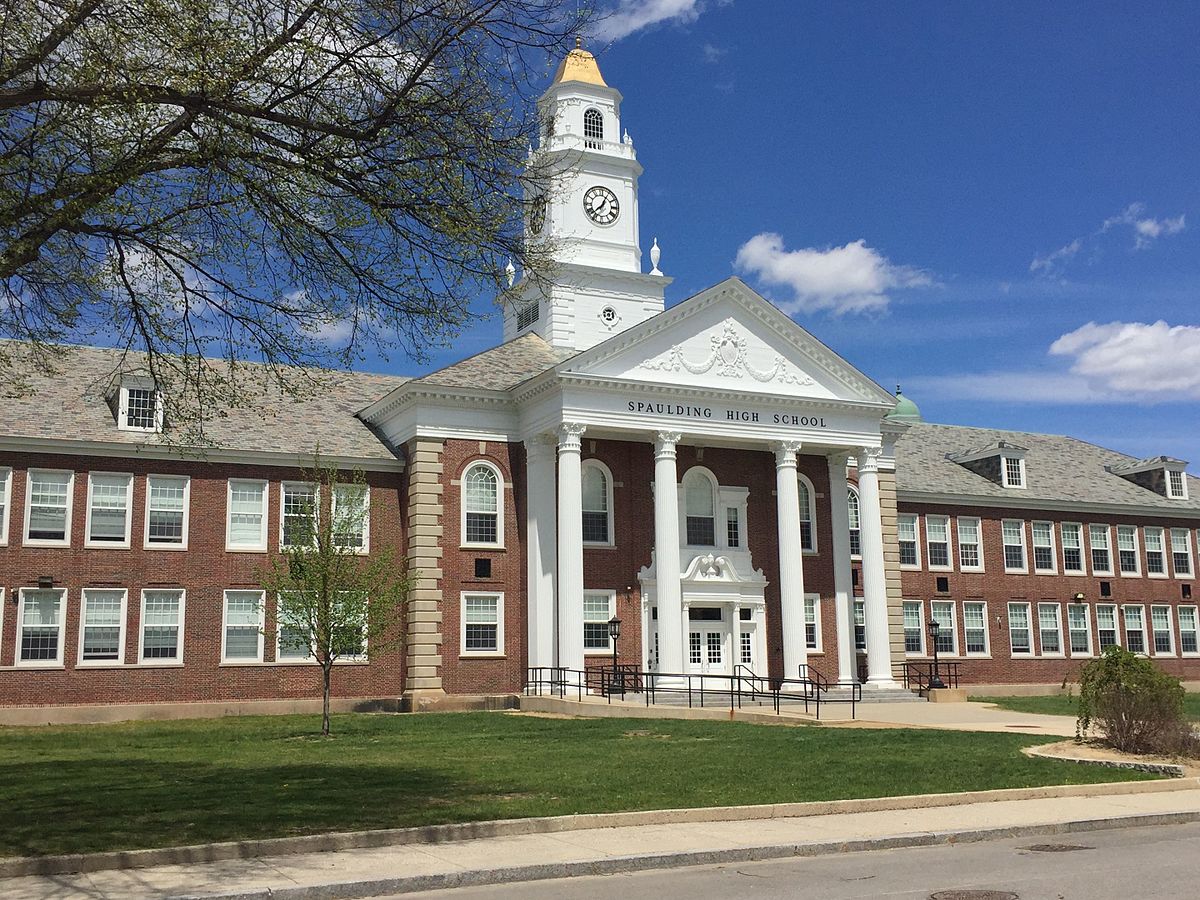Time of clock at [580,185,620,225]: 12:37
